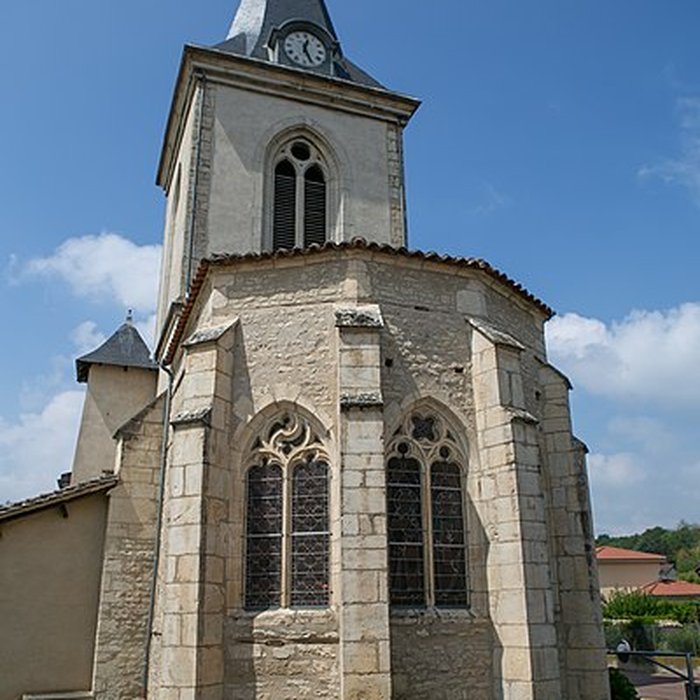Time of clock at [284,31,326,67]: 12:26
